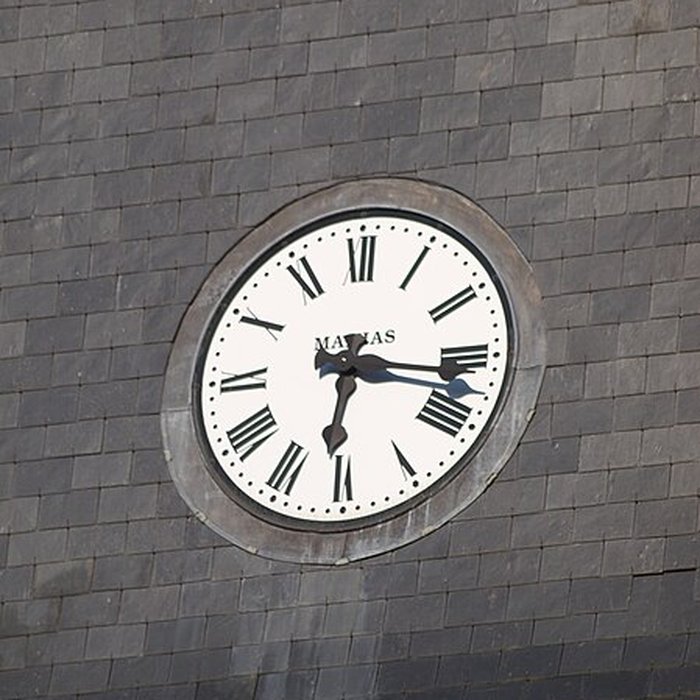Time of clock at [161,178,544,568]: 6:17
